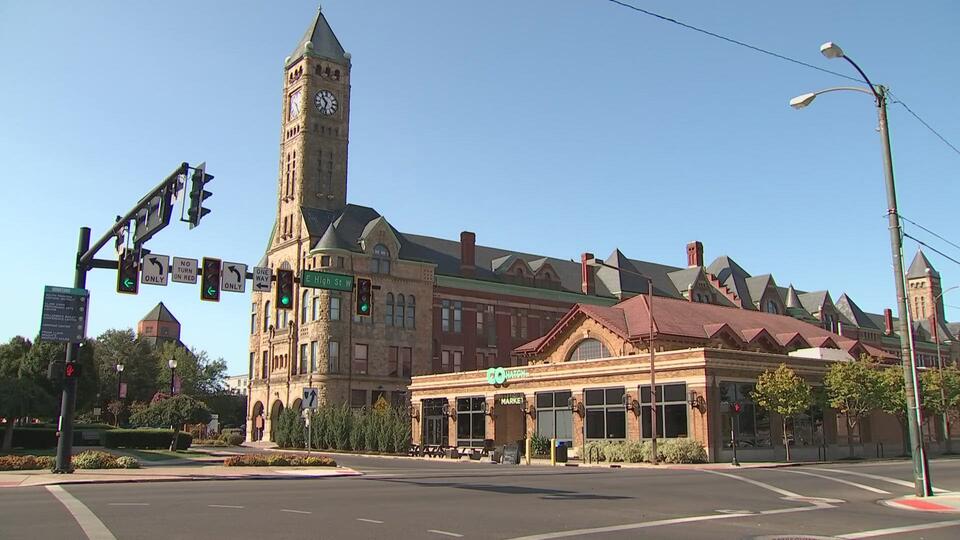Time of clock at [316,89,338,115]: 10:33
